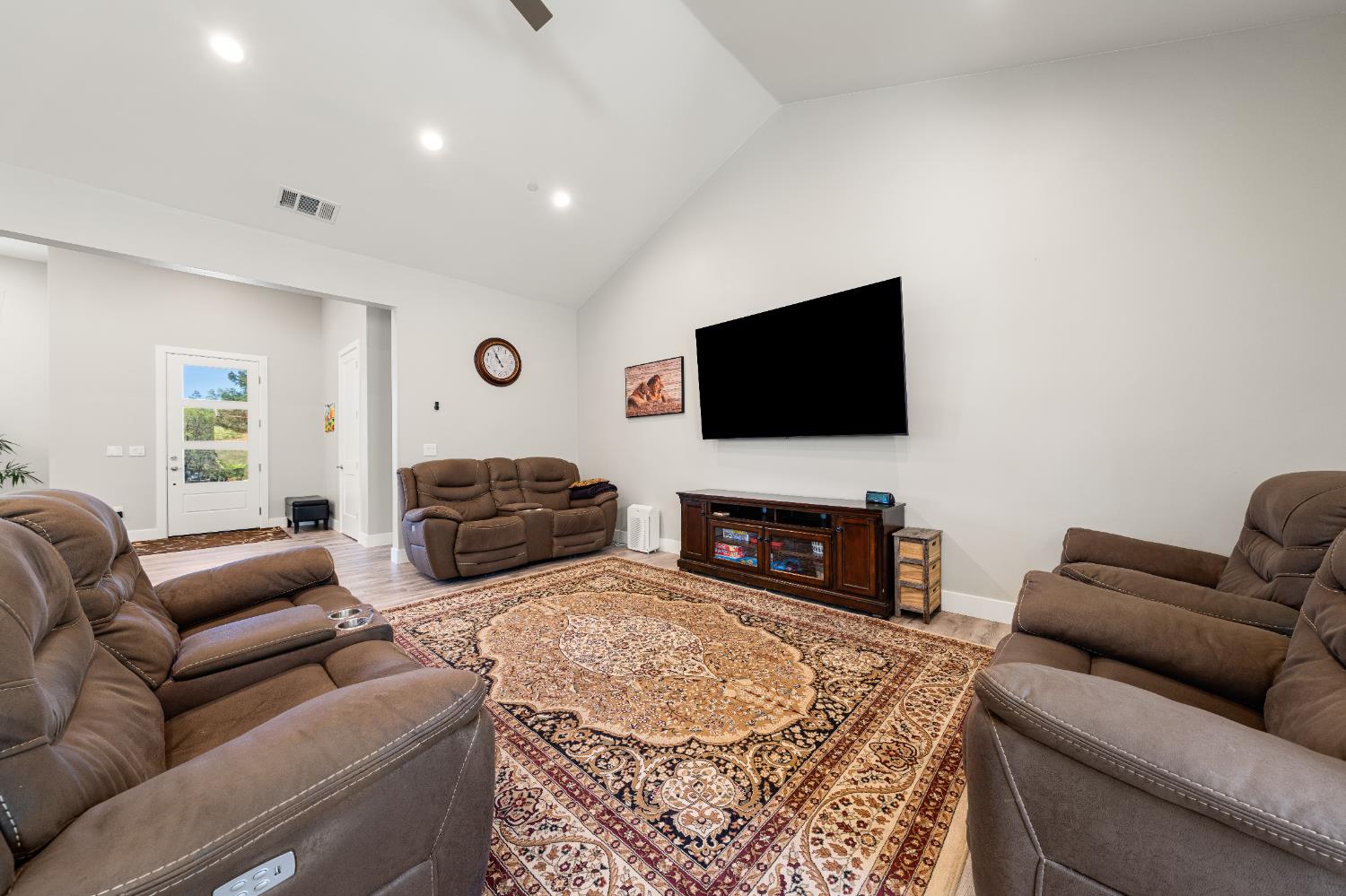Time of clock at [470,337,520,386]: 10:55
